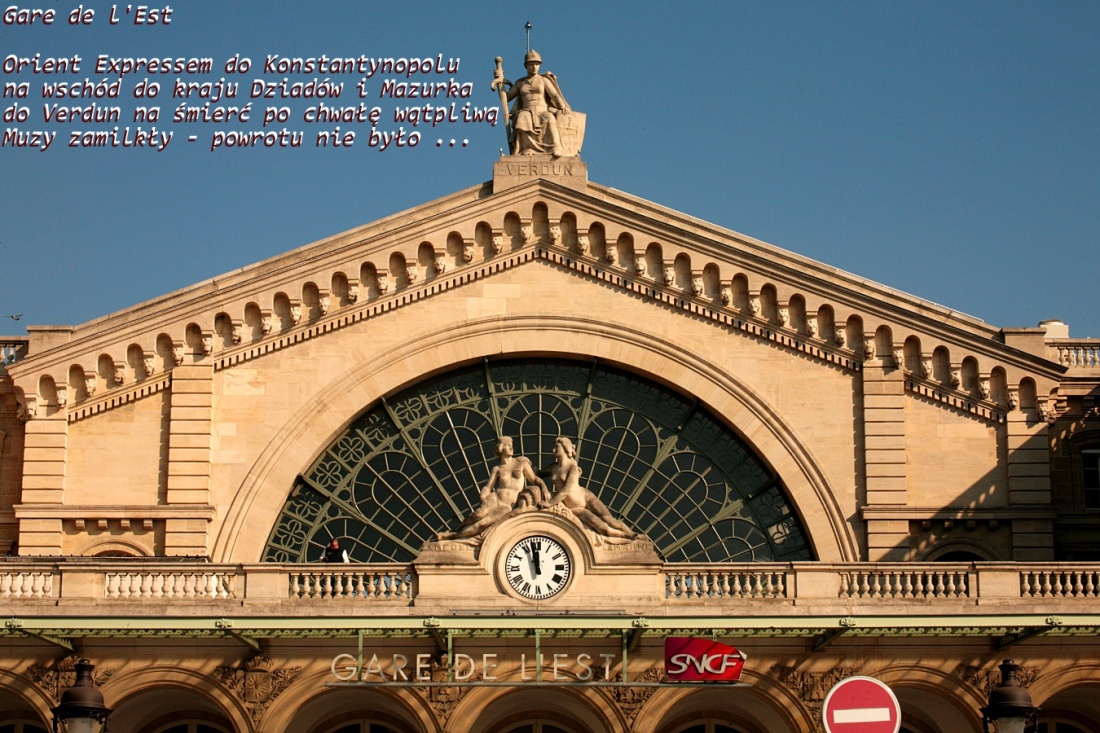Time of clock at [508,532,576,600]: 11:57
